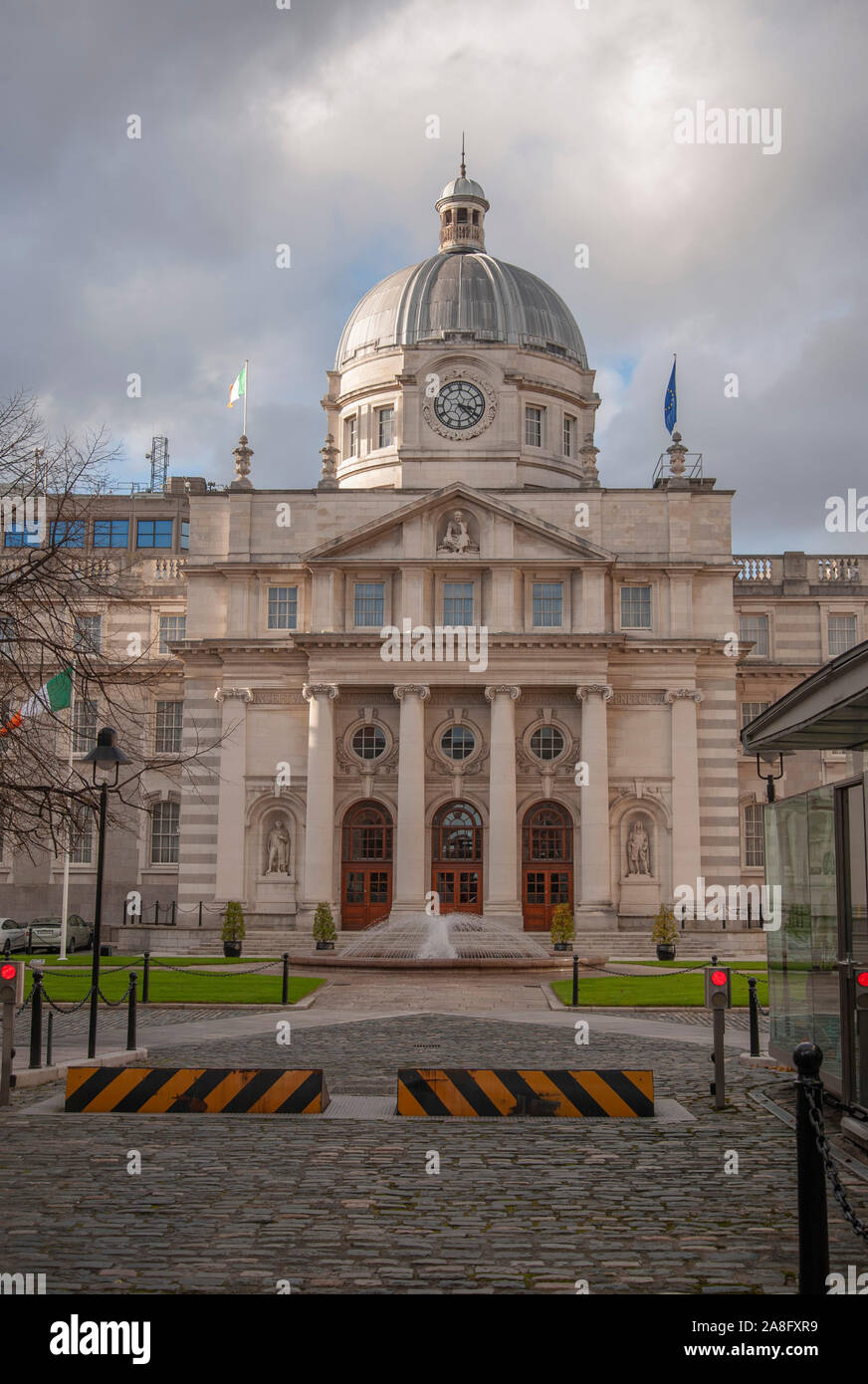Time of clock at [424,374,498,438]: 3:22
